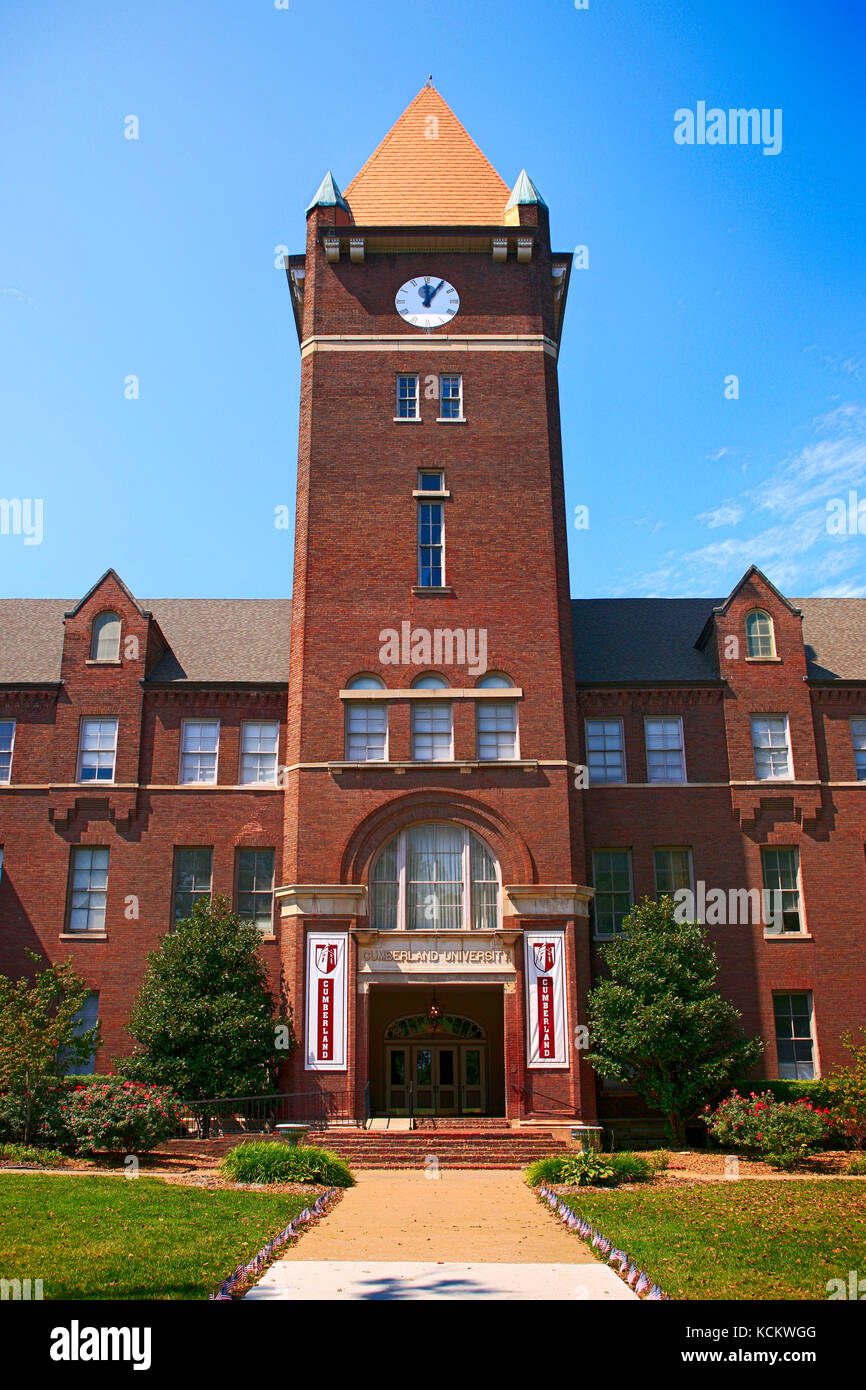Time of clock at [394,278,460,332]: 12:05
